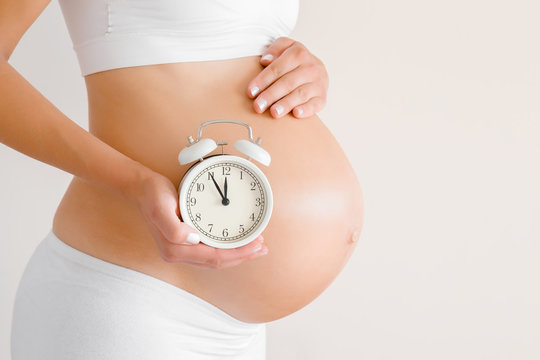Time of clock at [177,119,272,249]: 11:55
